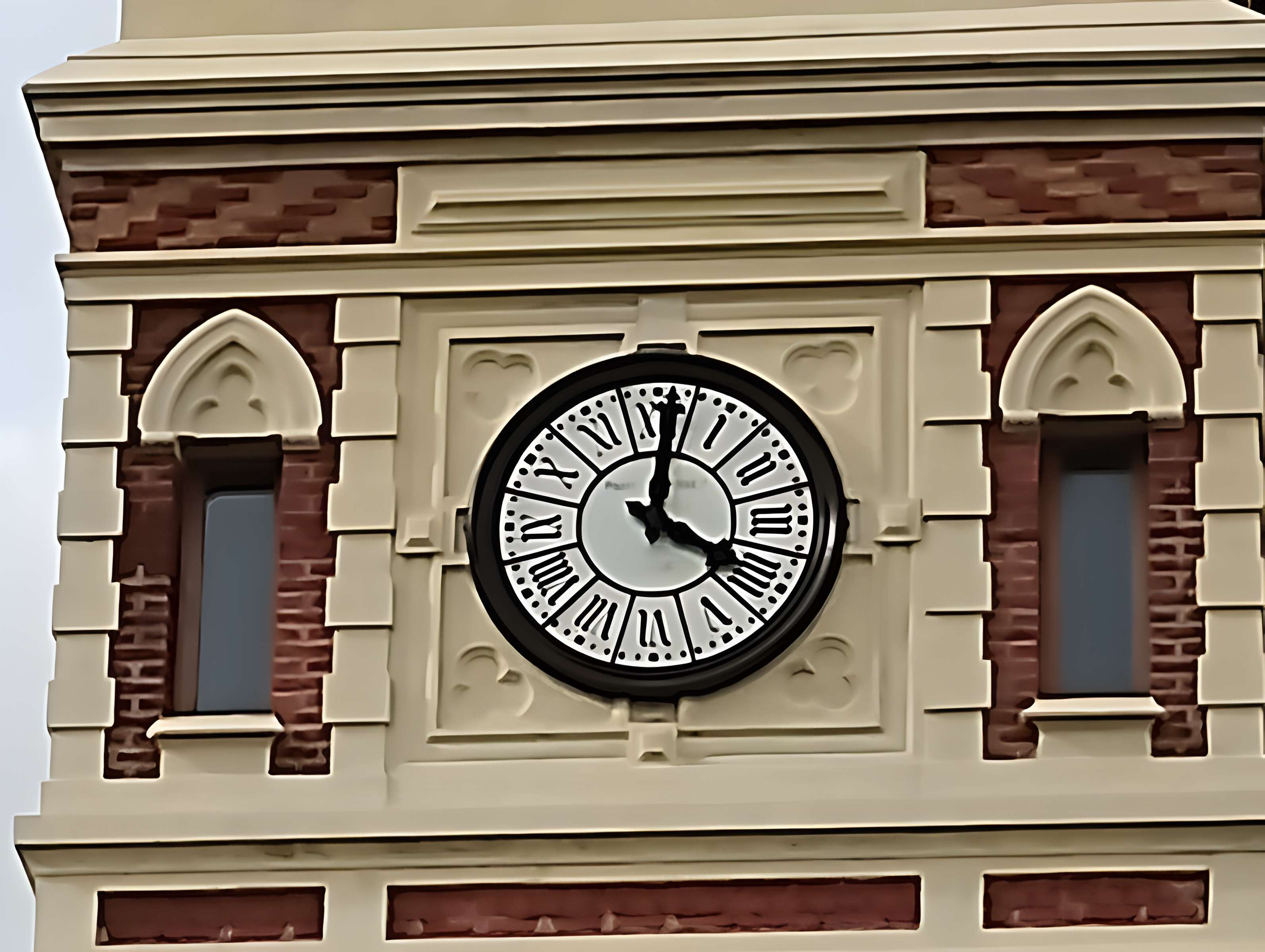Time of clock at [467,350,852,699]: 4:01
